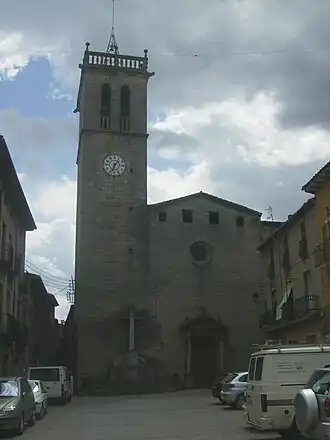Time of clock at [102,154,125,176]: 1:33
